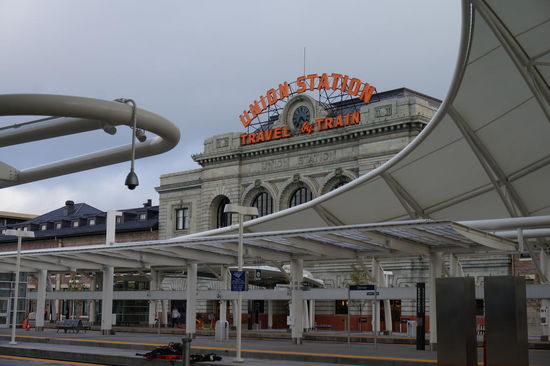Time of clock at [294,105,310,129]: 4:35
